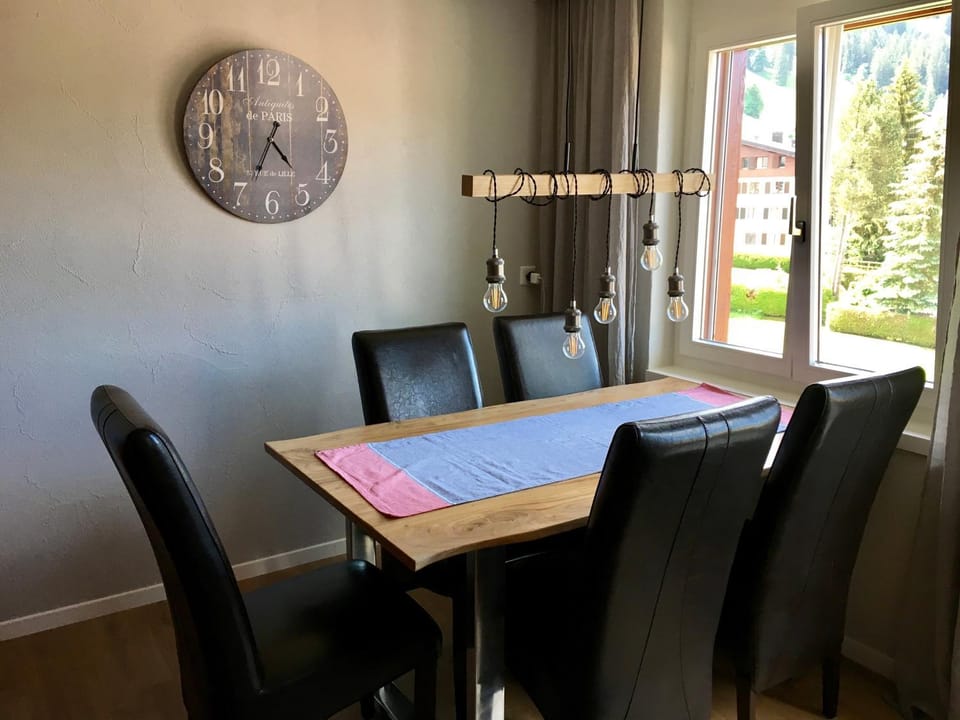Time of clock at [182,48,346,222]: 4:34
